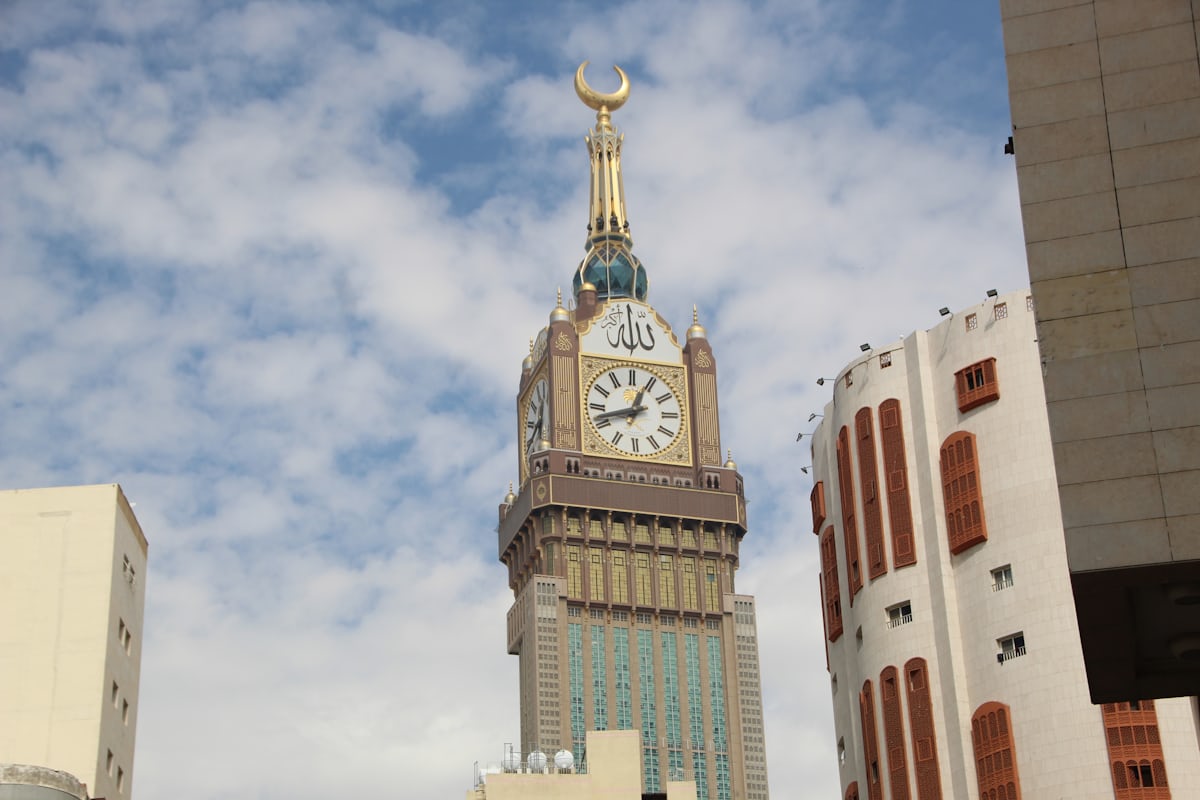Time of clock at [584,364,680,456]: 12:42
